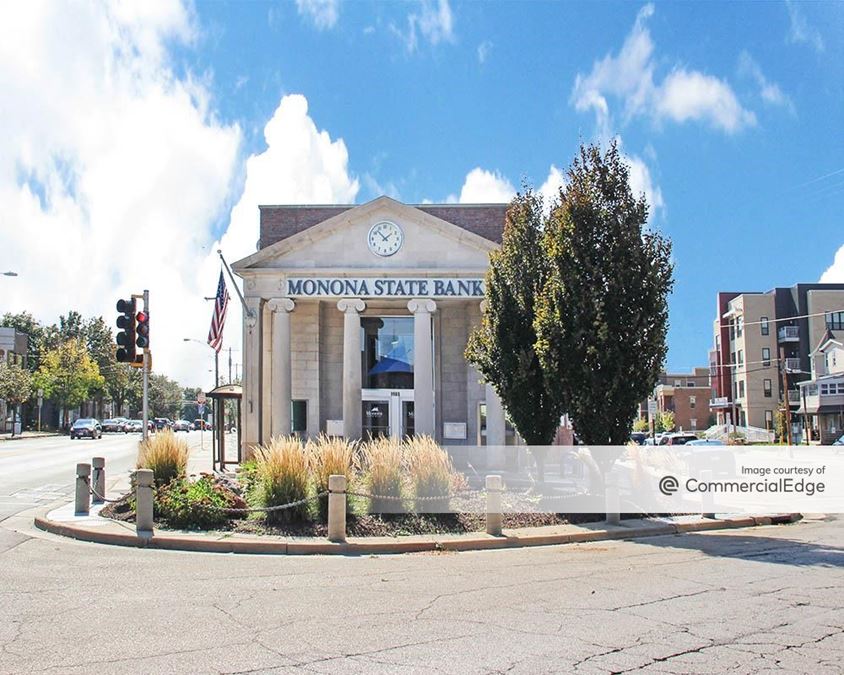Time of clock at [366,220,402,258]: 1:52
